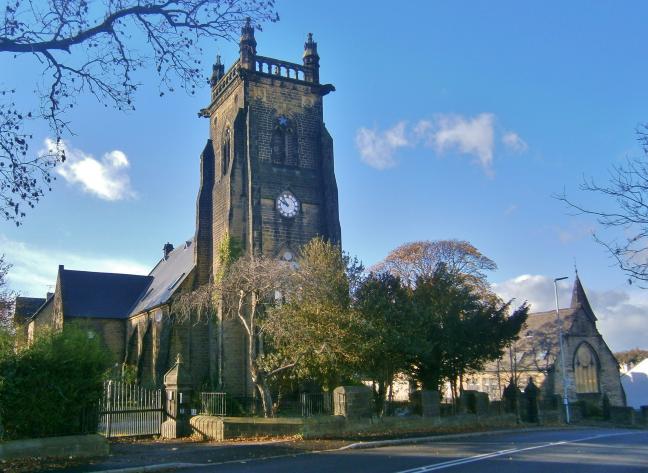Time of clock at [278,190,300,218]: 9:53
